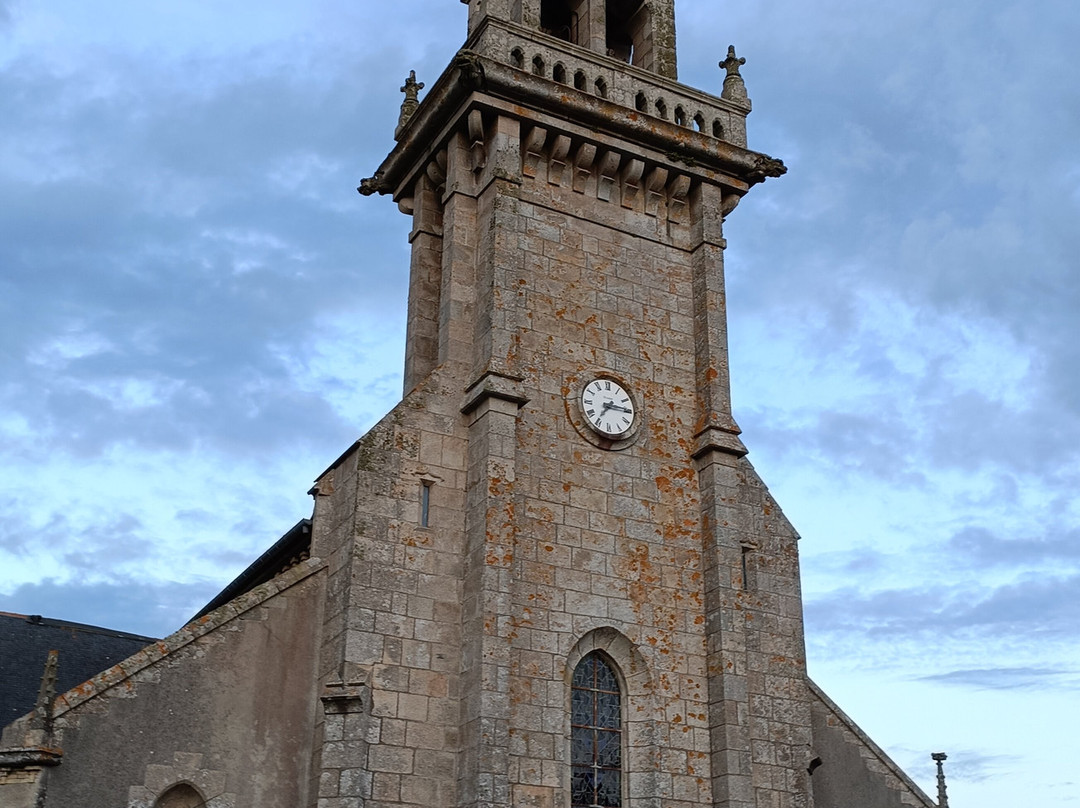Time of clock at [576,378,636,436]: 7:15
